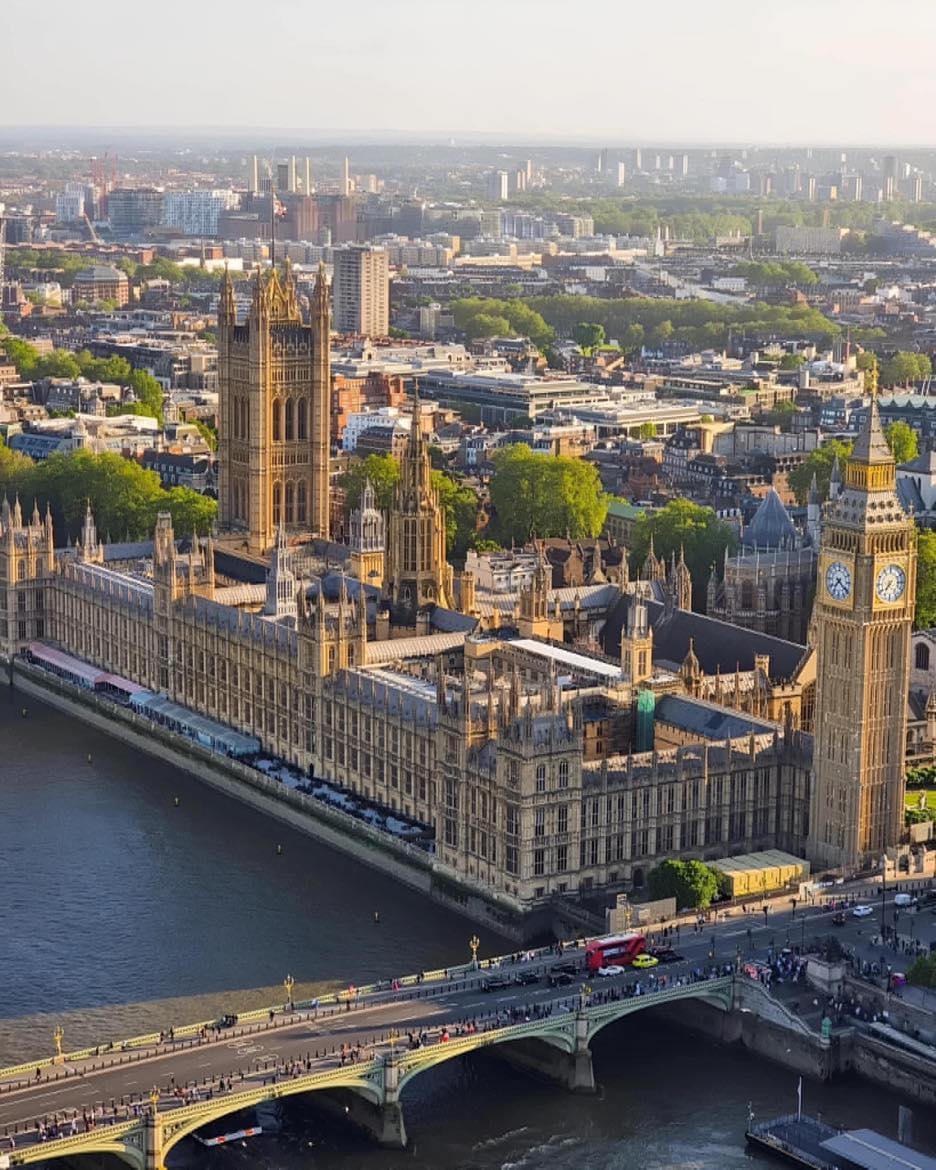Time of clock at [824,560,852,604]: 7:20
